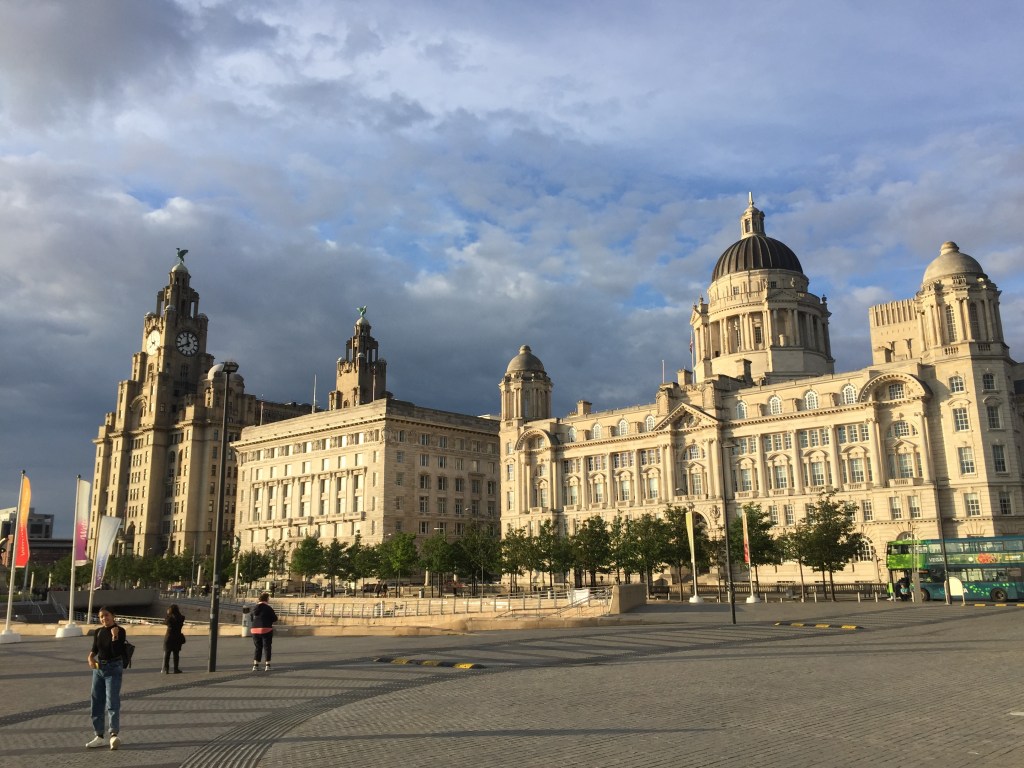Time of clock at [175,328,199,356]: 11:40
